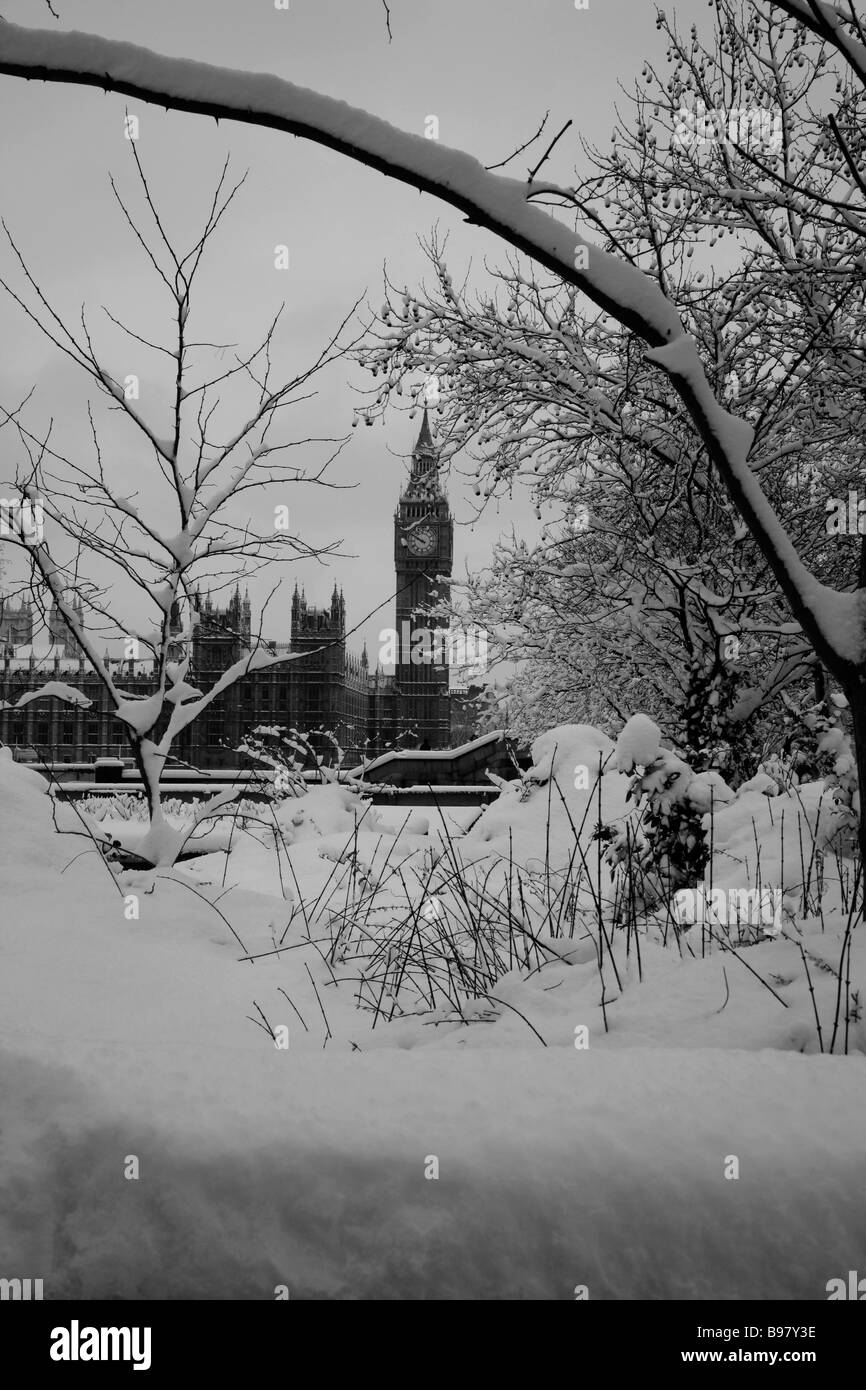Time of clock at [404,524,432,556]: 9:50
